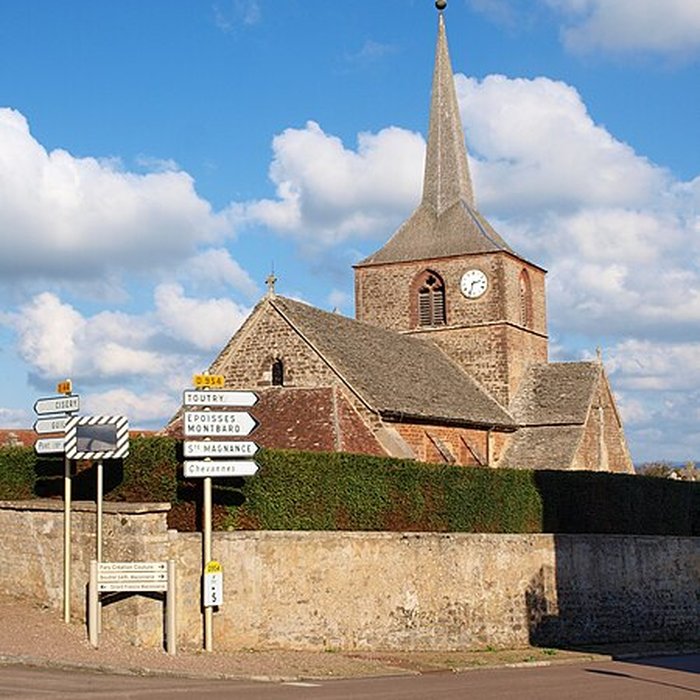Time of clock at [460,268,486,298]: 2:33
